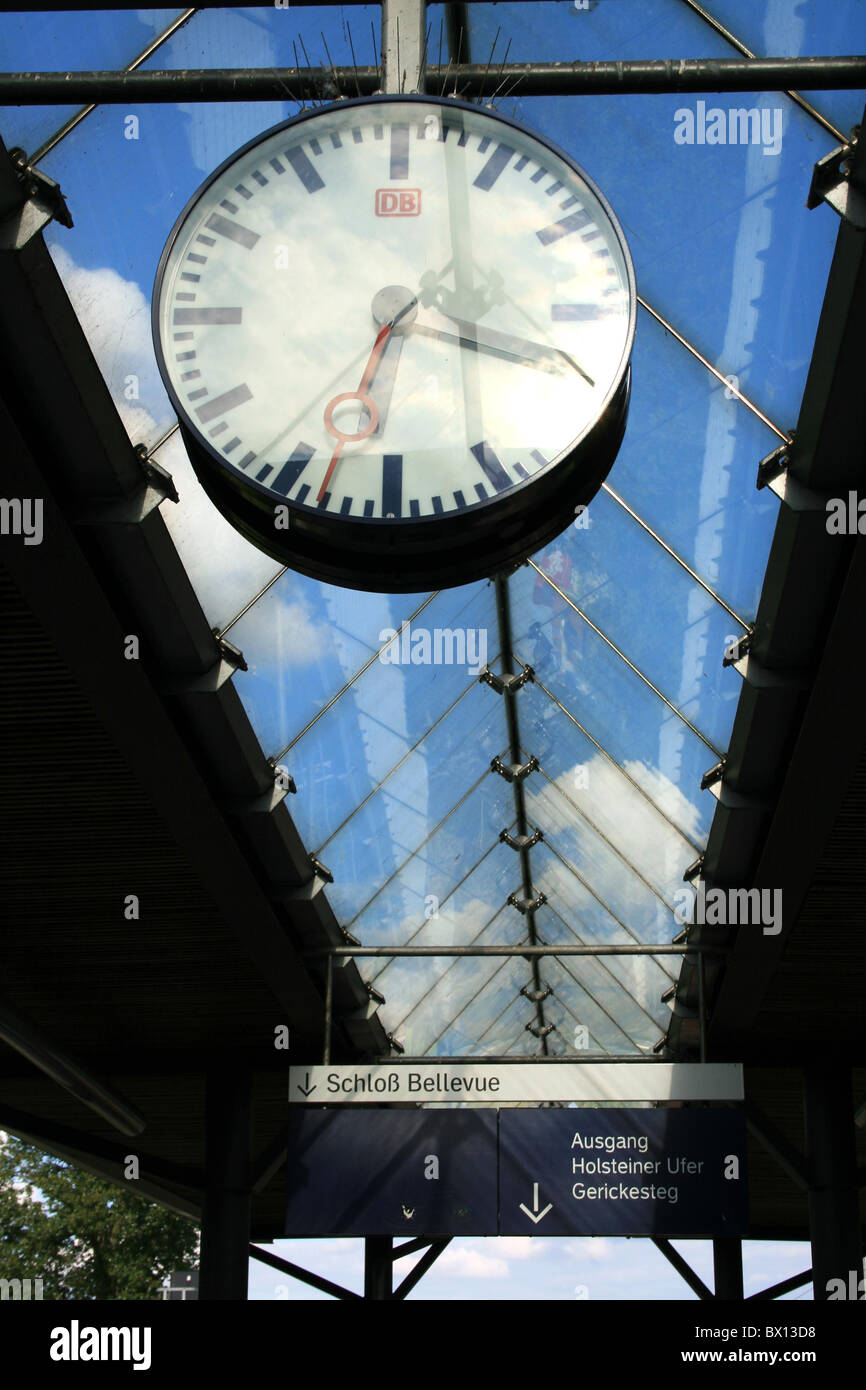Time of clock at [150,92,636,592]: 3:33
